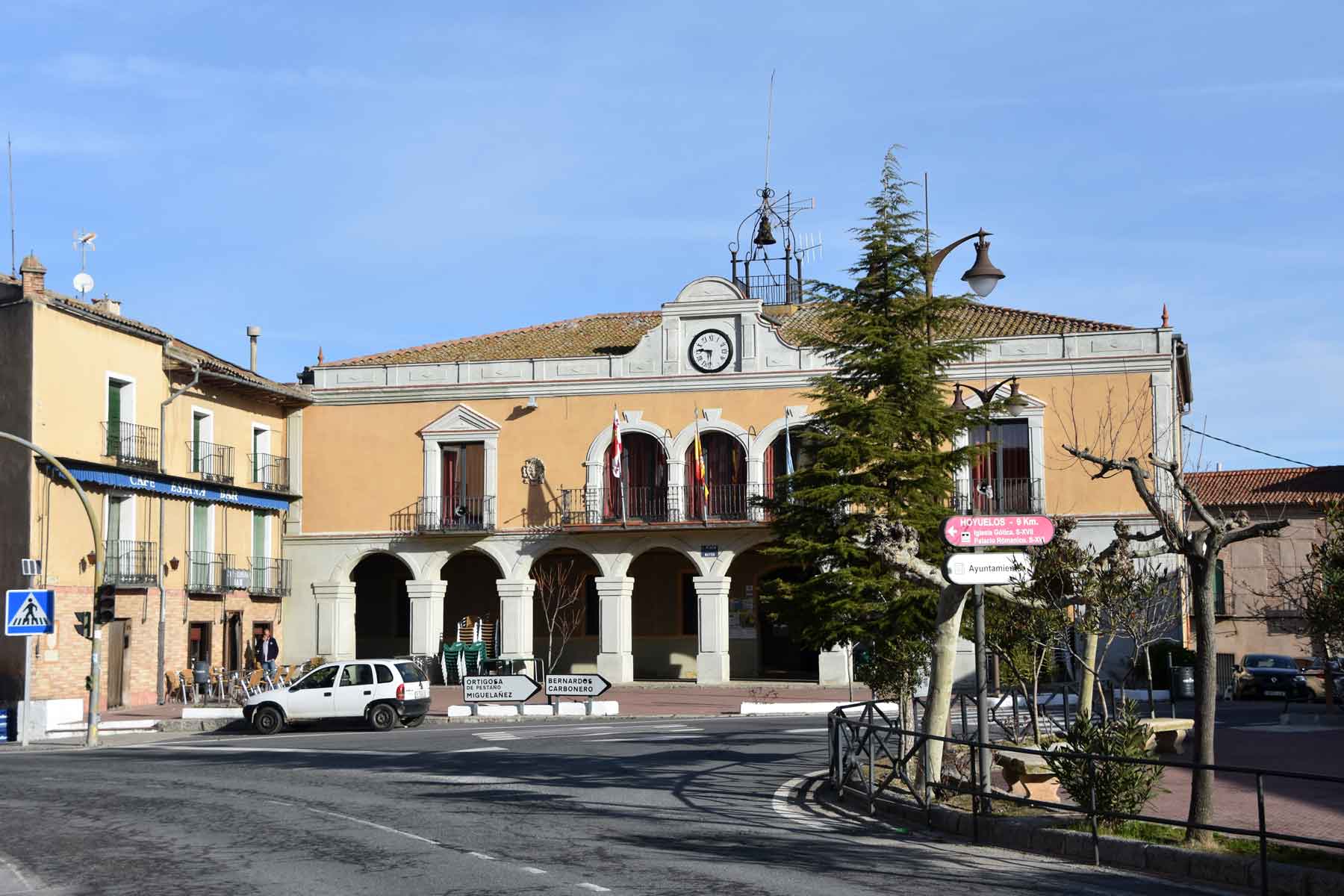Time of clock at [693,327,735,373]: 9:30
